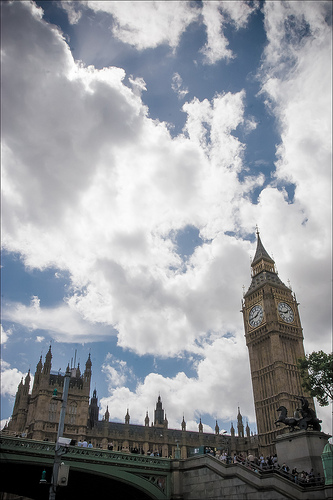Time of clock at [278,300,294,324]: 1:43
